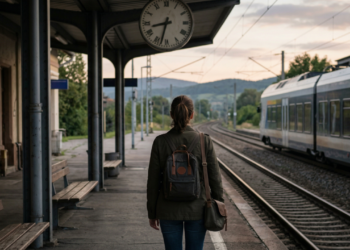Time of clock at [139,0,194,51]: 8:32
